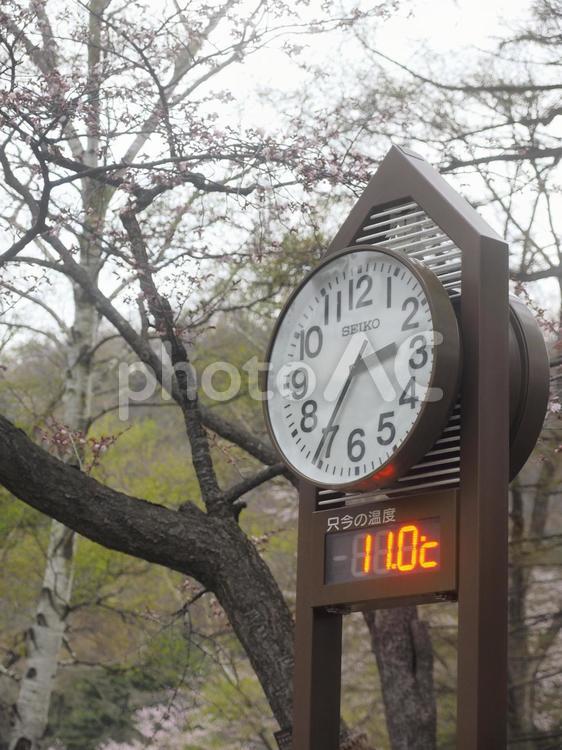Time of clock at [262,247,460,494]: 2:35
